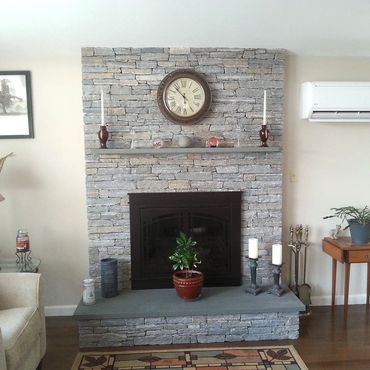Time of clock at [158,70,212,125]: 5:53
